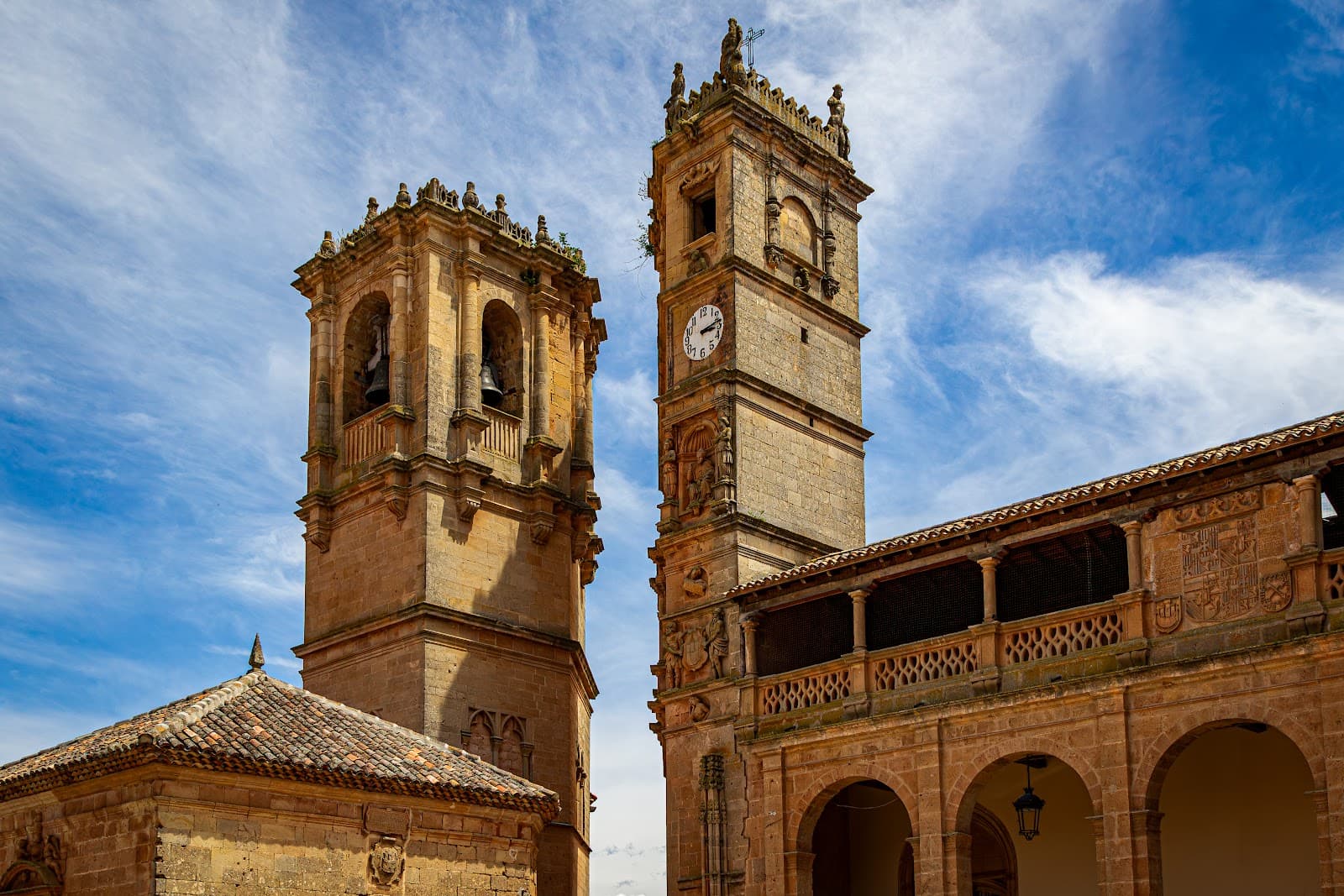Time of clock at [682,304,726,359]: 3:13
